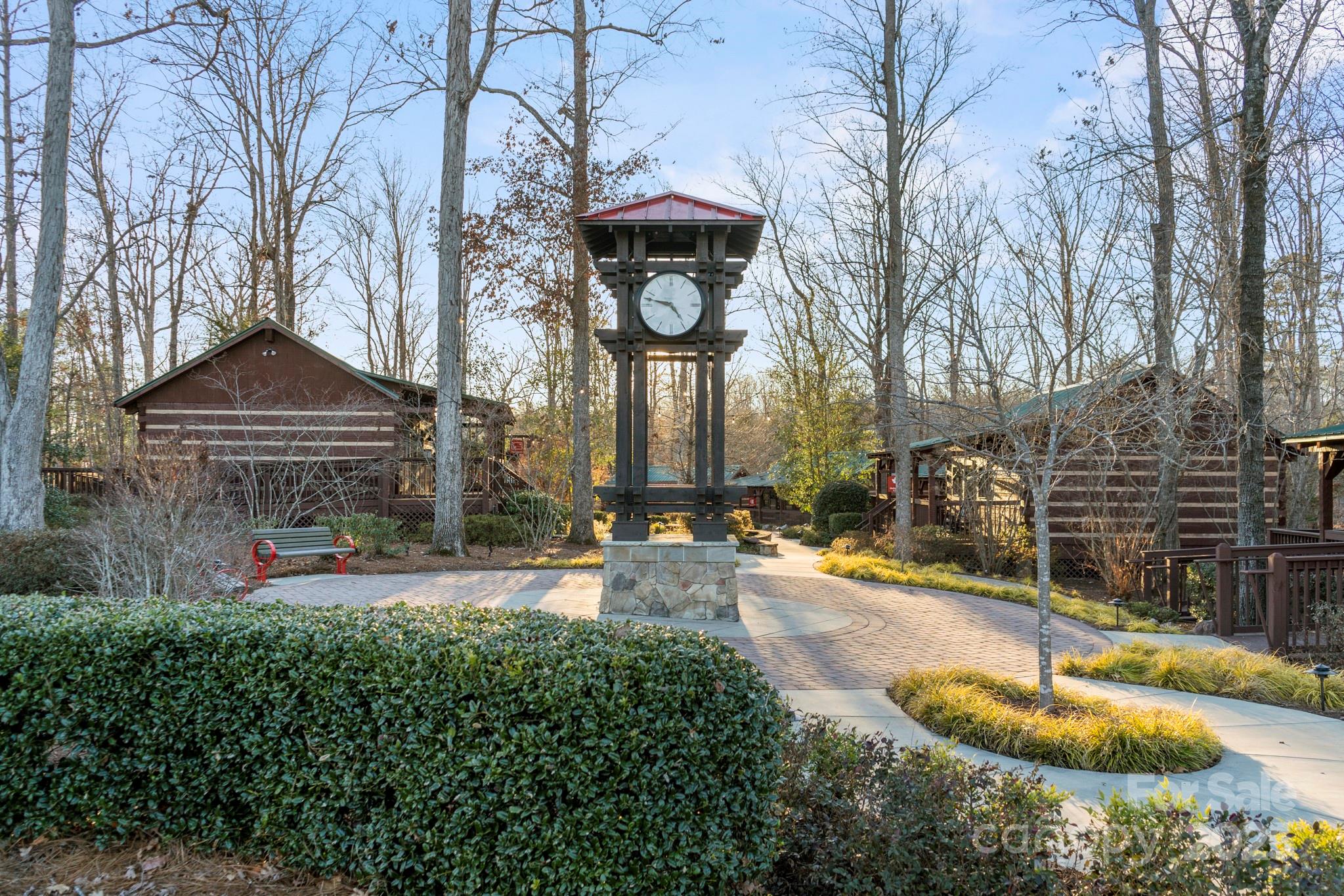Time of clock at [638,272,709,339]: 4:46
